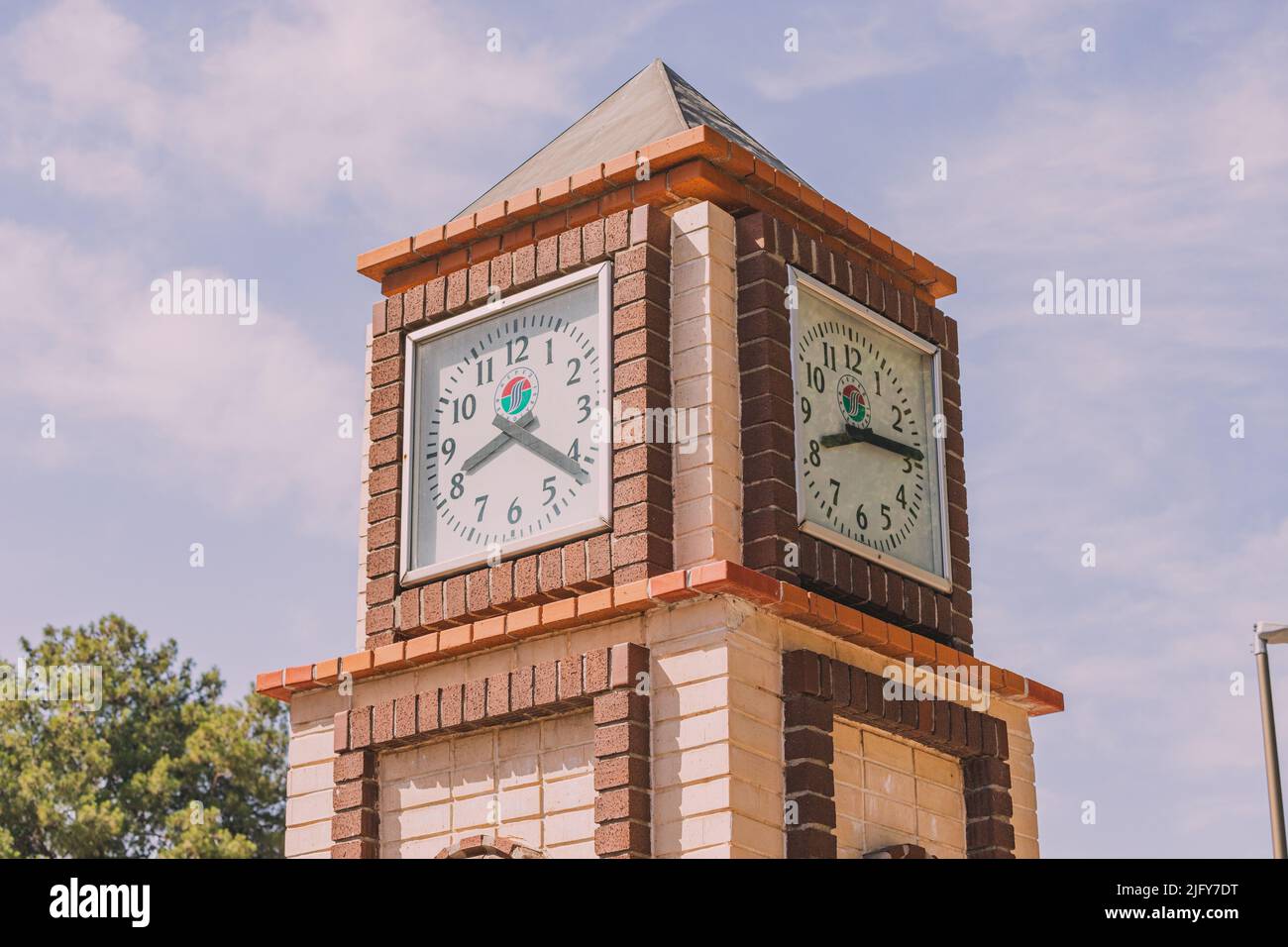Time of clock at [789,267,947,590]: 8:14
